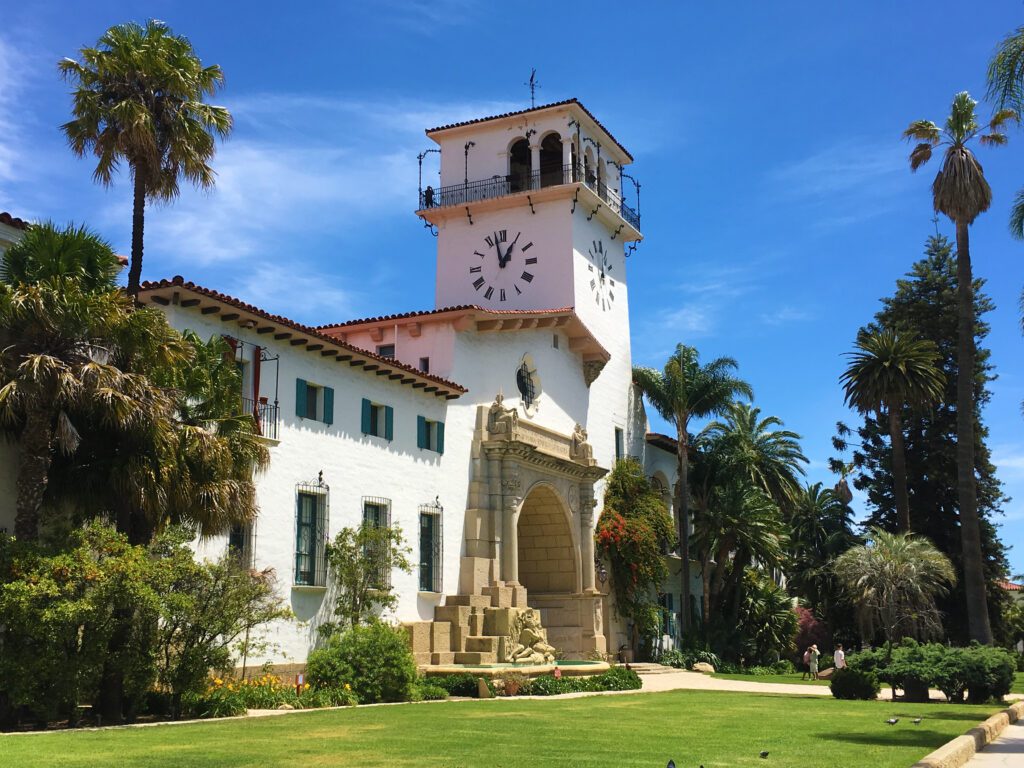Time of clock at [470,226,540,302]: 12:57
